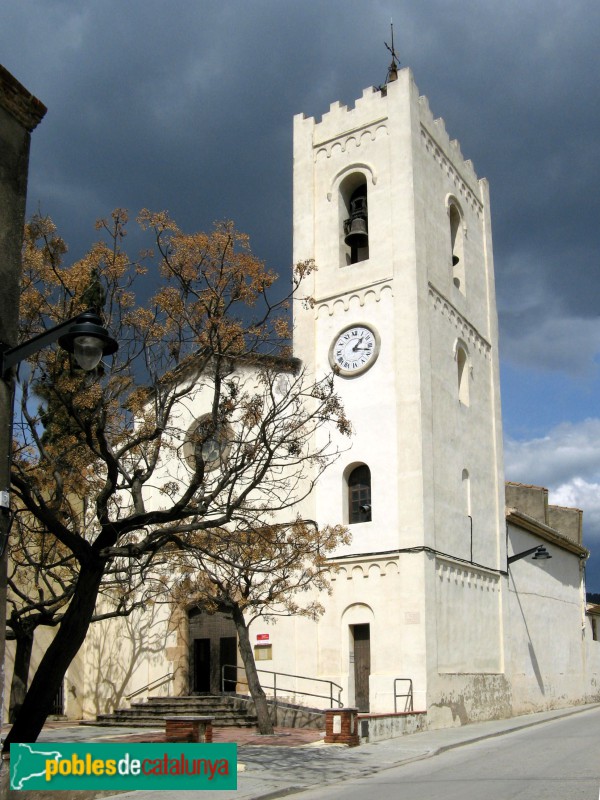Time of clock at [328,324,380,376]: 1:17
